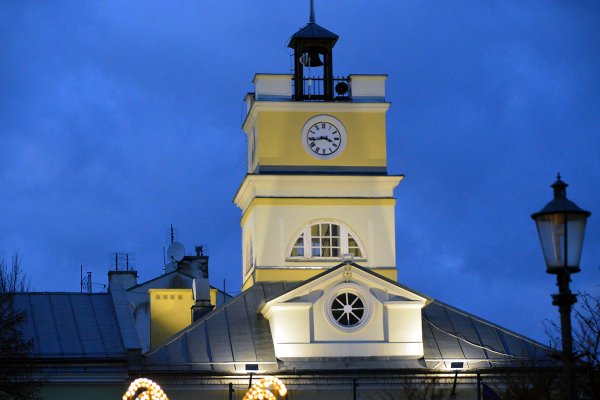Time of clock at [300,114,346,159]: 3:43
